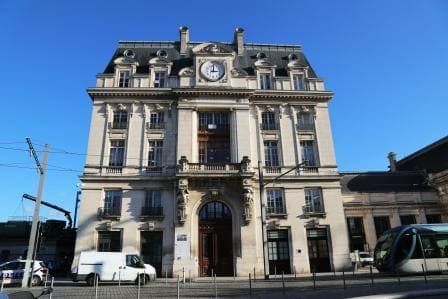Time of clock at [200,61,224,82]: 3:00
